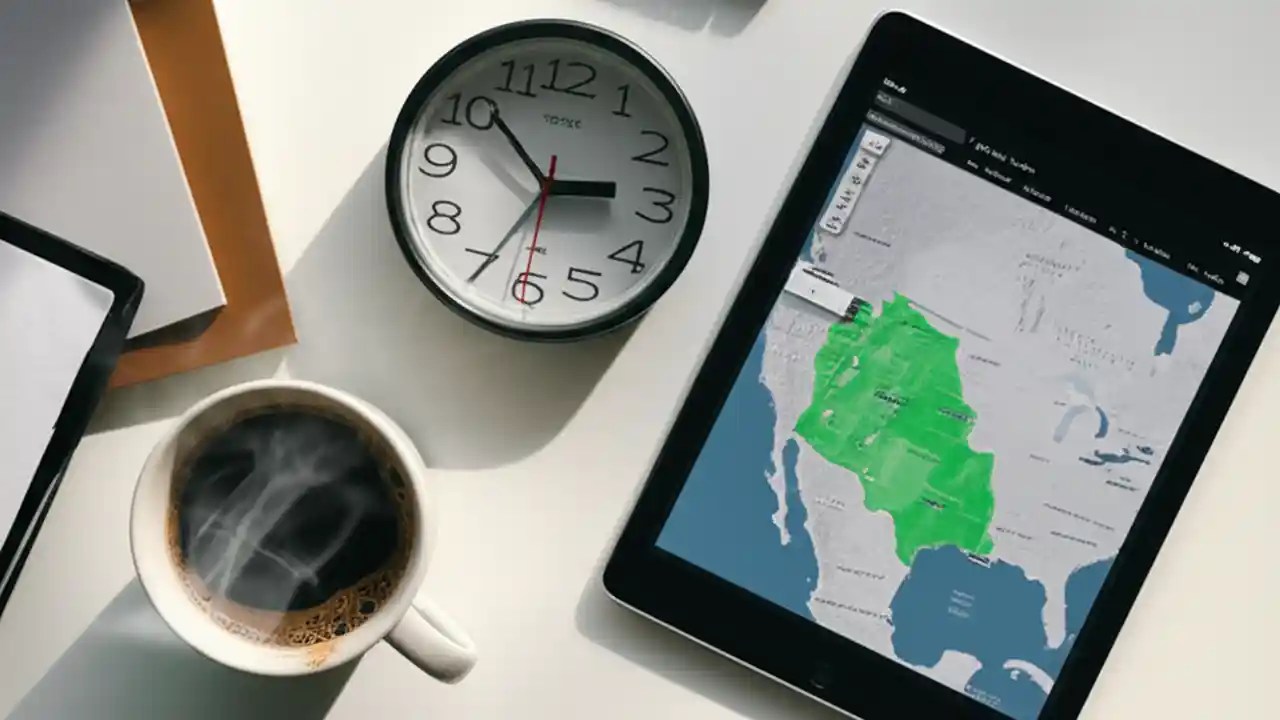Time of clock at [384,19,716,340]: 2:51
